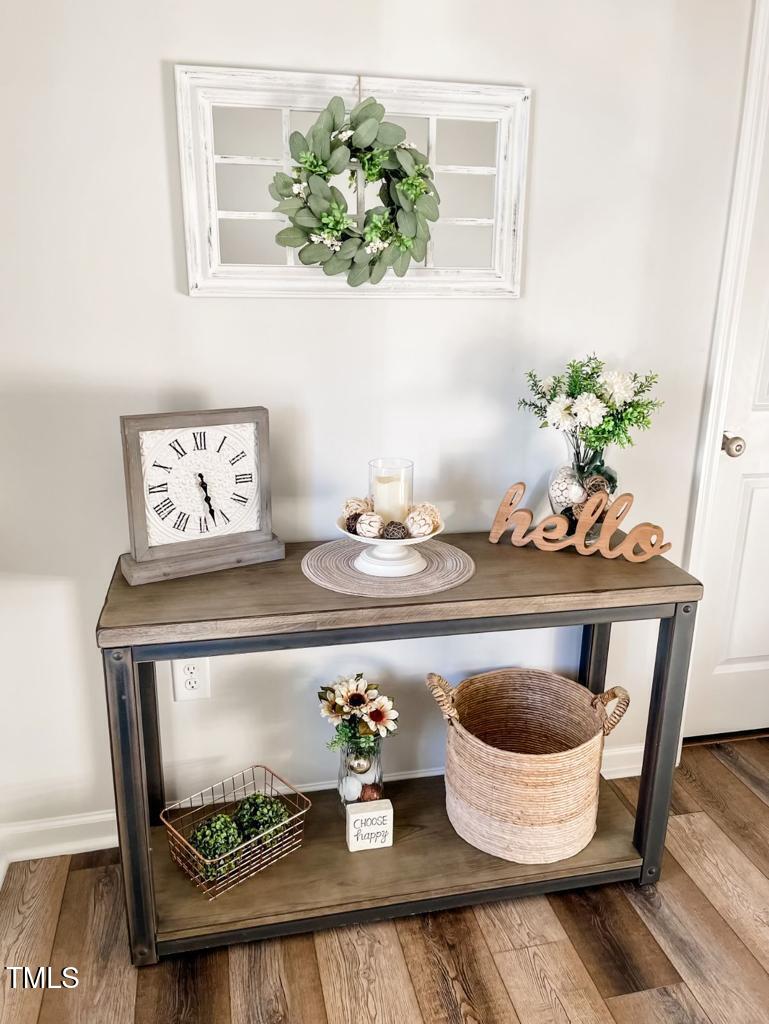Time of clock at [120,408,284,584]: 5:27
